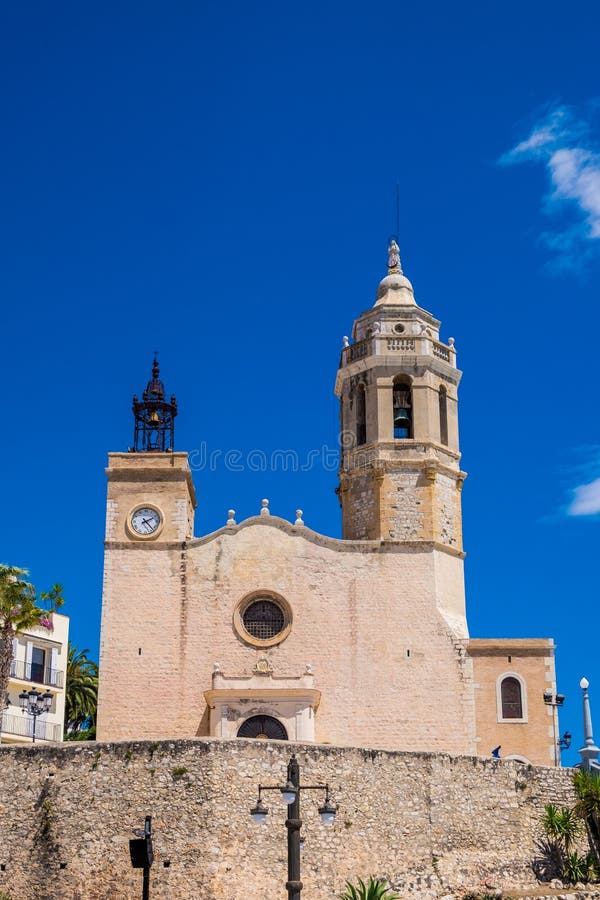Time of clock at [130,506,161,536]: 2:23
